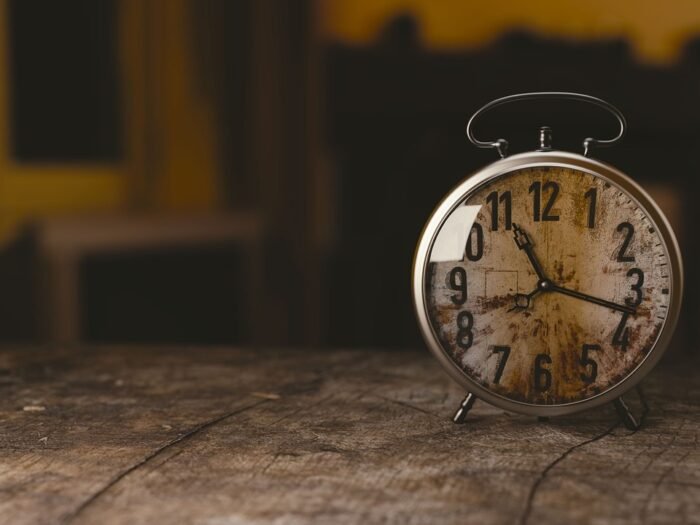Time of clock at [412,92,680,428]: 11:17
